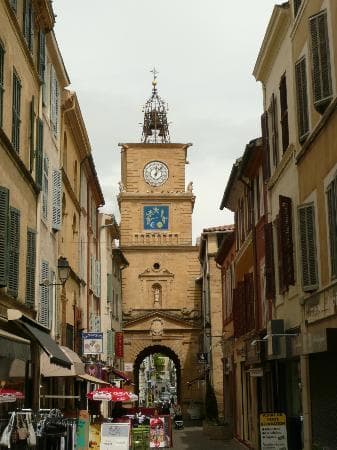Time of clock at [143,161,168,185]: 12:07
